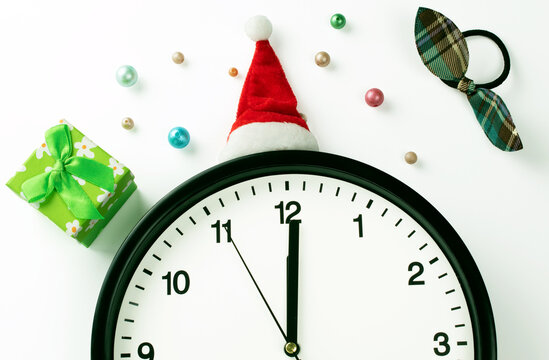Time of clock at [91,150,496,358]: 12:00
